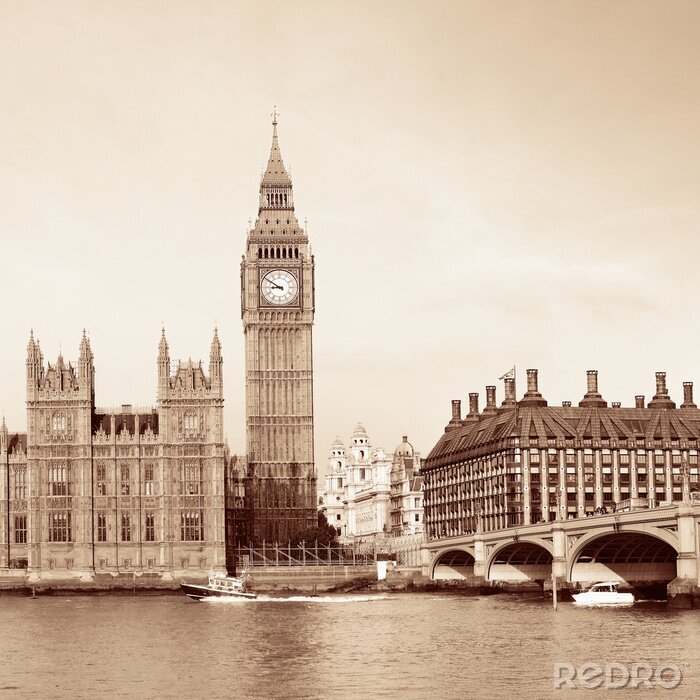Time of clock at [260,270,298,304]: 8:50
